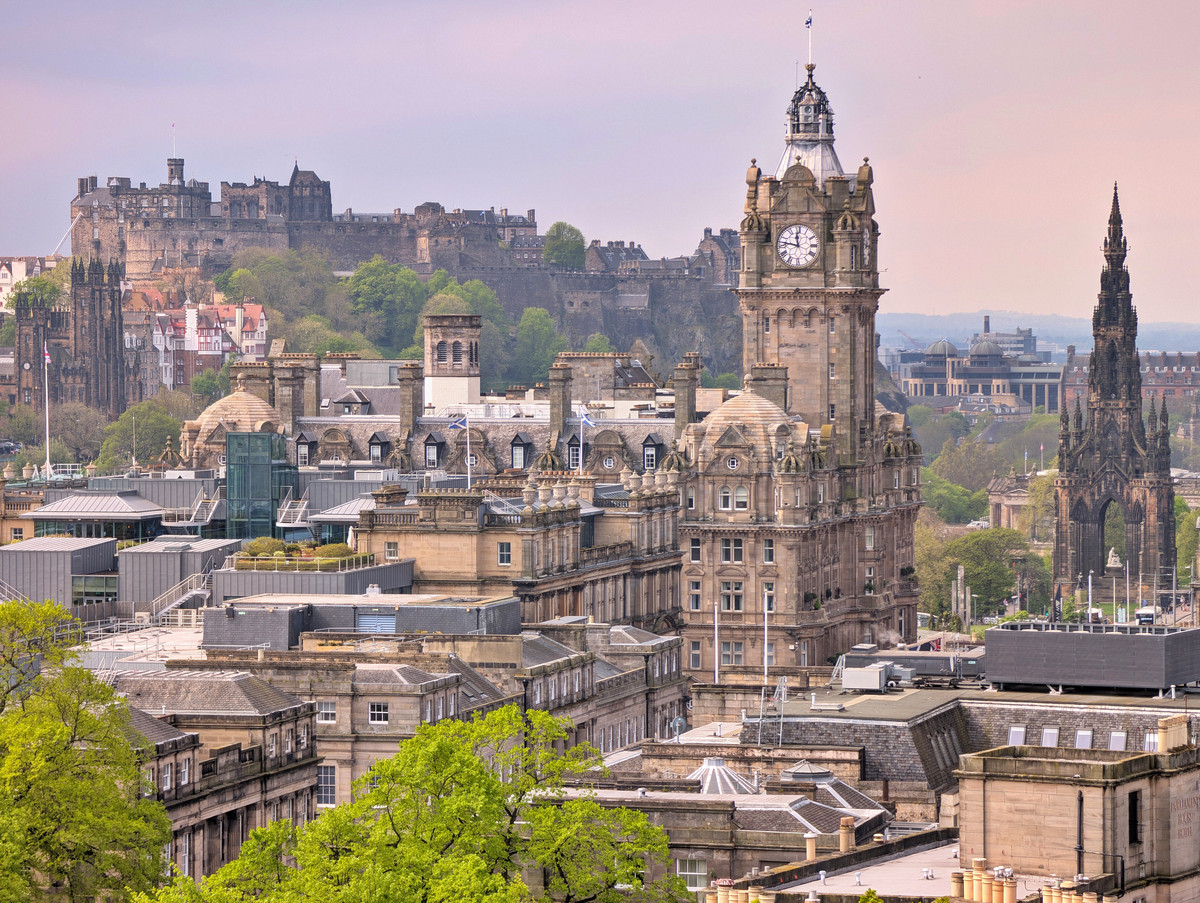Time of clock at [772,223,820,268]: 11:46
